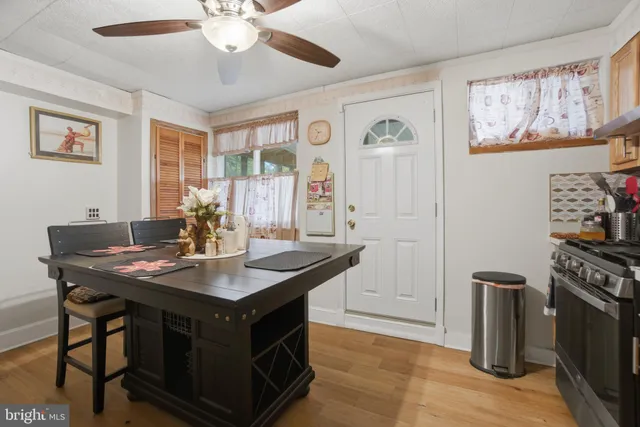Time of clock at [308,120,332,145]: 10:34
